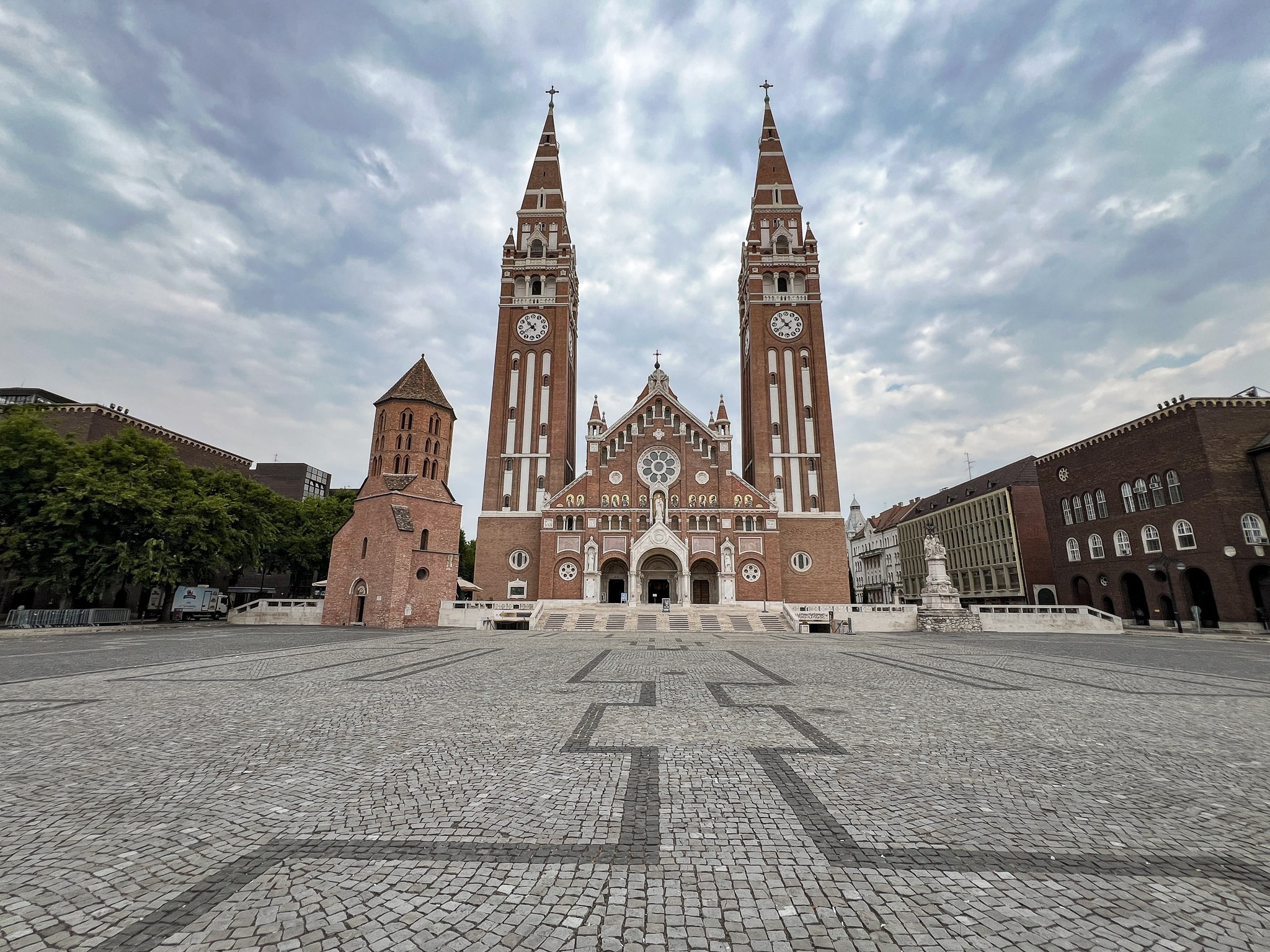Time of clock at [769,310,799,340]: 10:39
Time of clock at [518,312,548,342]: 10:39
